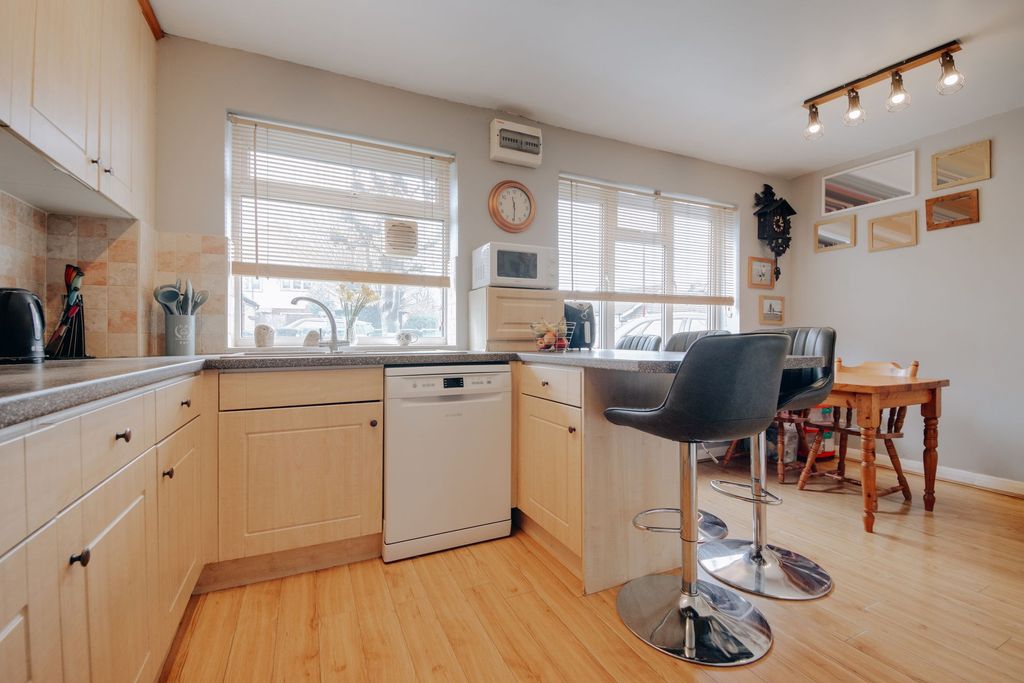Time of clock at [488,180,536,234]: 11:29
